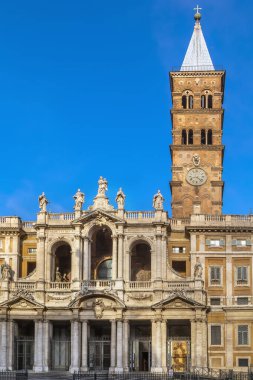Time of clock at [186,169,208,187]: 8:22
